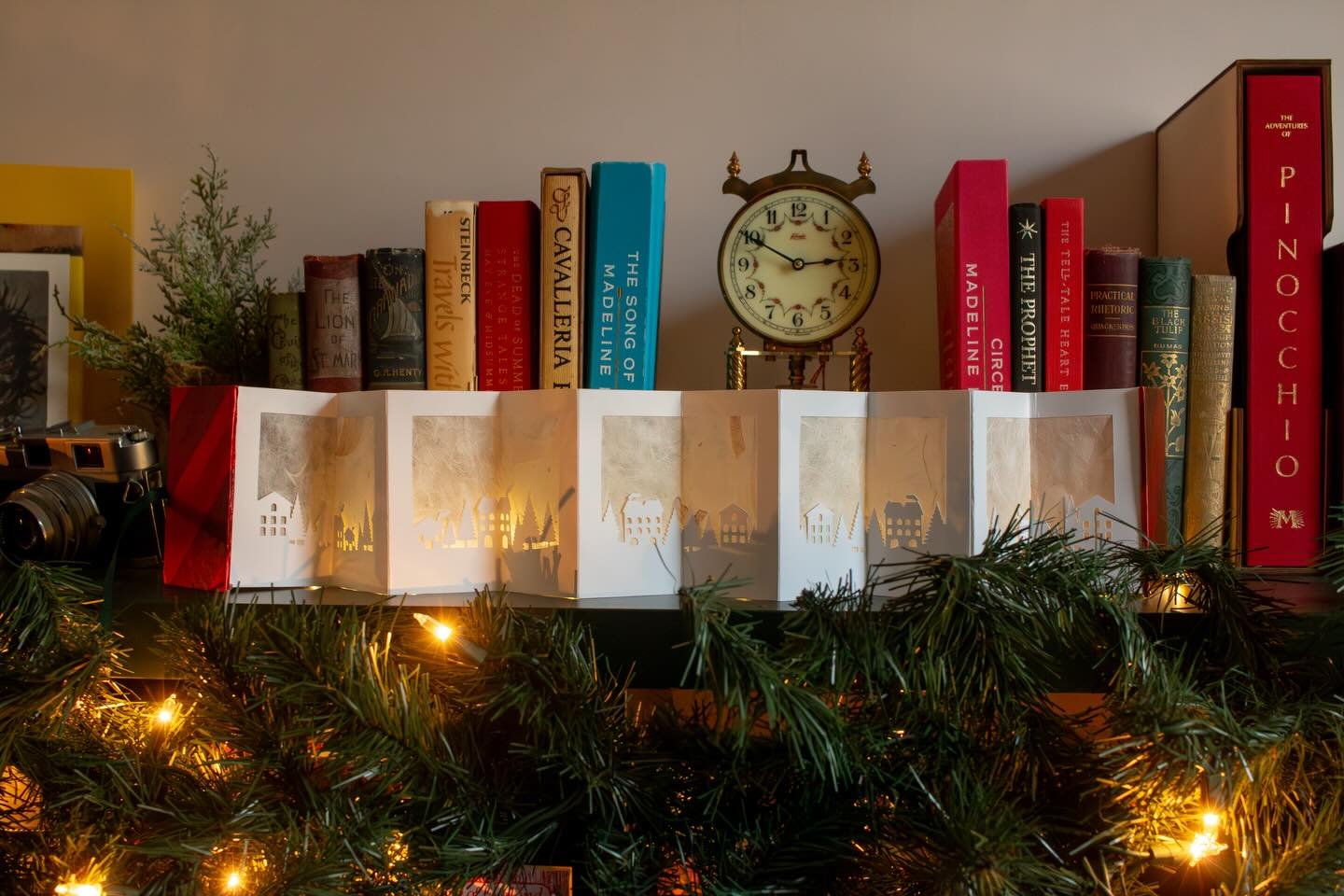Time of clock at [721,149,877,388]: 2:49
